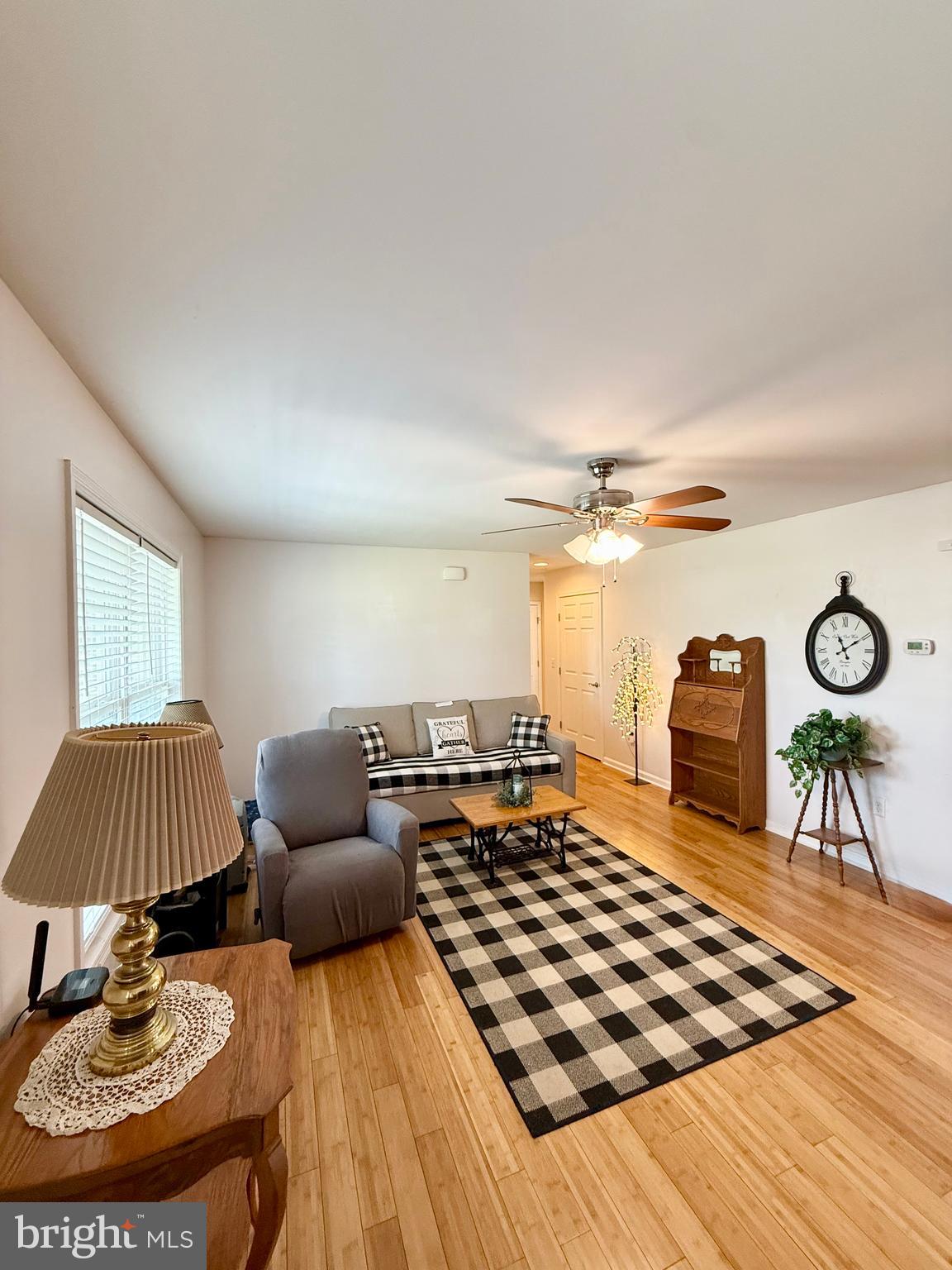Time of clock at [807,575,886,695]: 11:09
